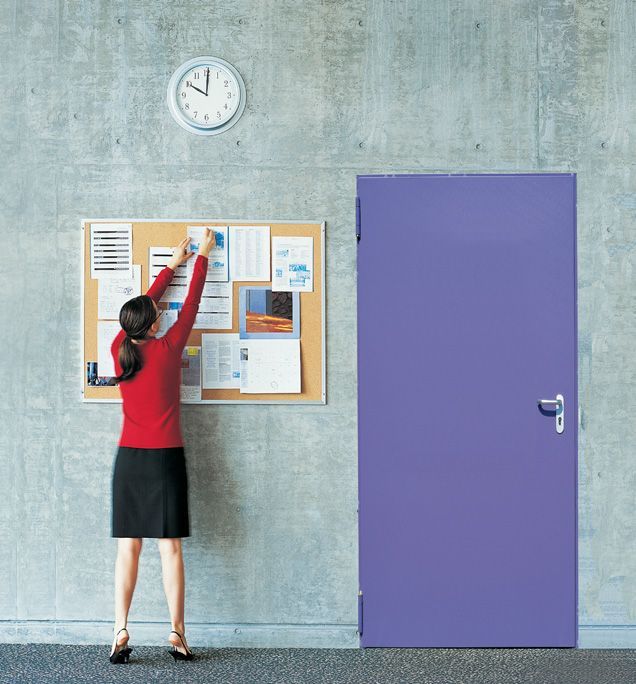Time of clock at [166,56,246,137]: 10:00
